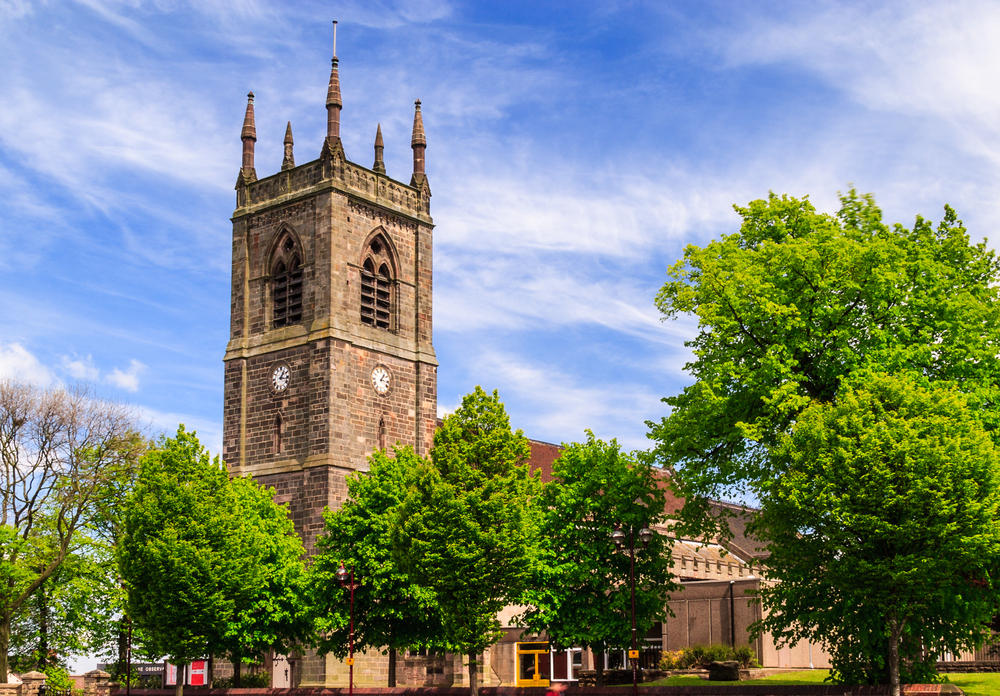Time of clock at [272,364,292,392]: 1:16
